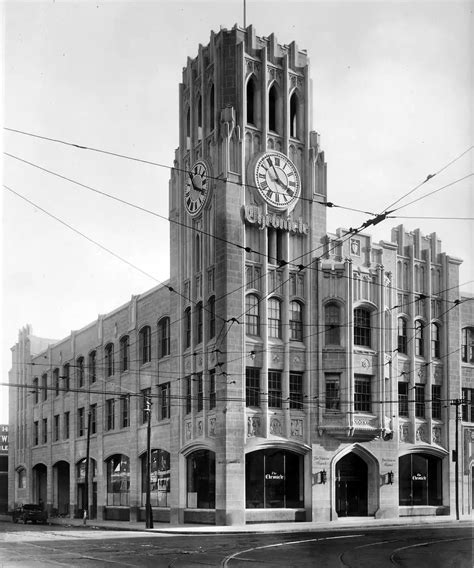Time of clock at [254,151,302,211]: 3:55
